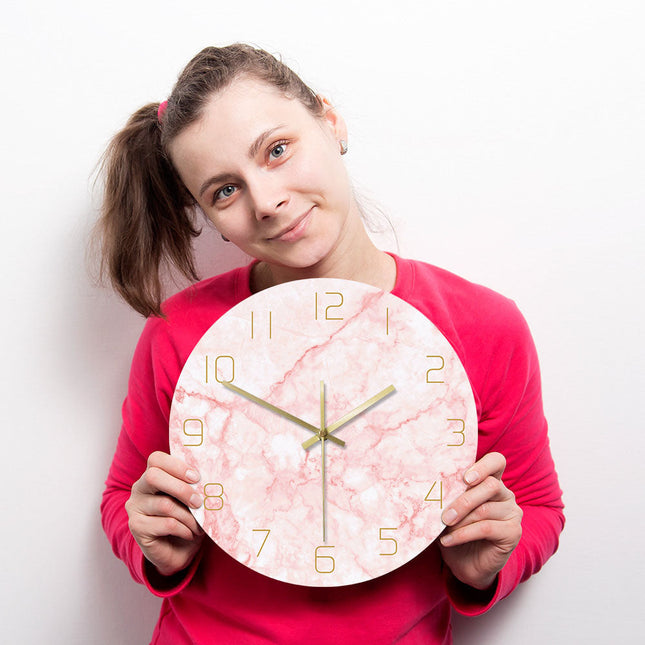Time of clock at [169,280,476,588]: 1:49
